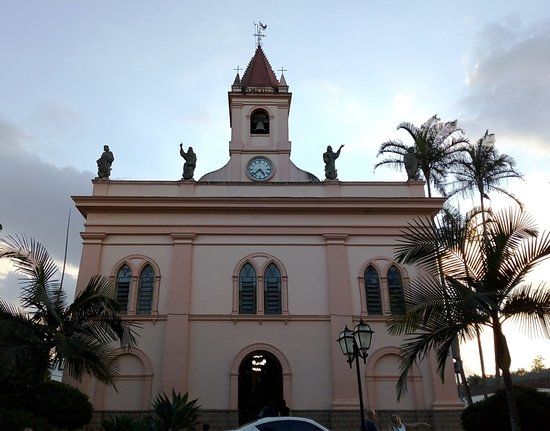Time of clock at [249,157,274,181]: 4:38
